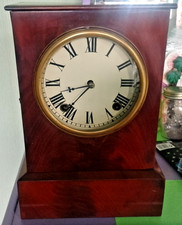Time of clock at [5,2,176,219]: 8:37
